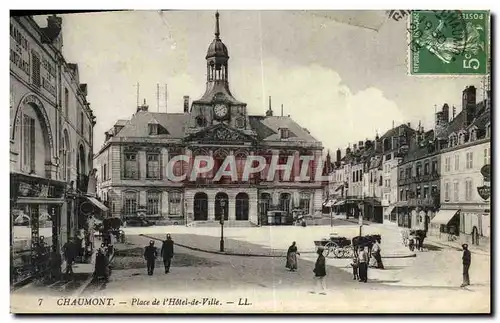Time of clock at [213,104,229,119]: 8:09
